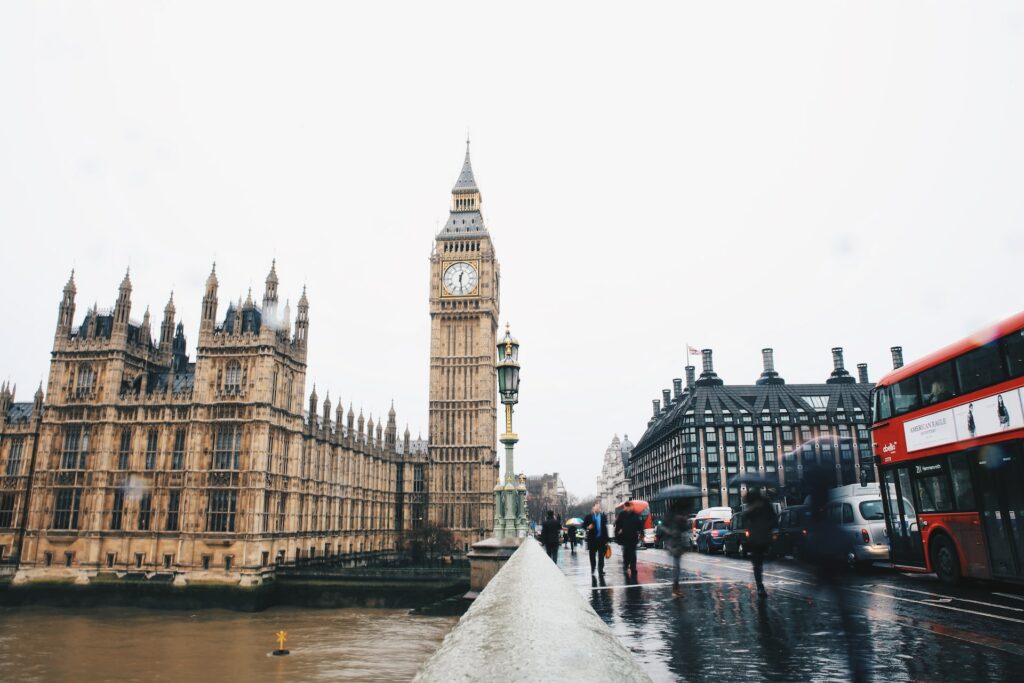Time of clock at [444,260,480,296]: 12:28
